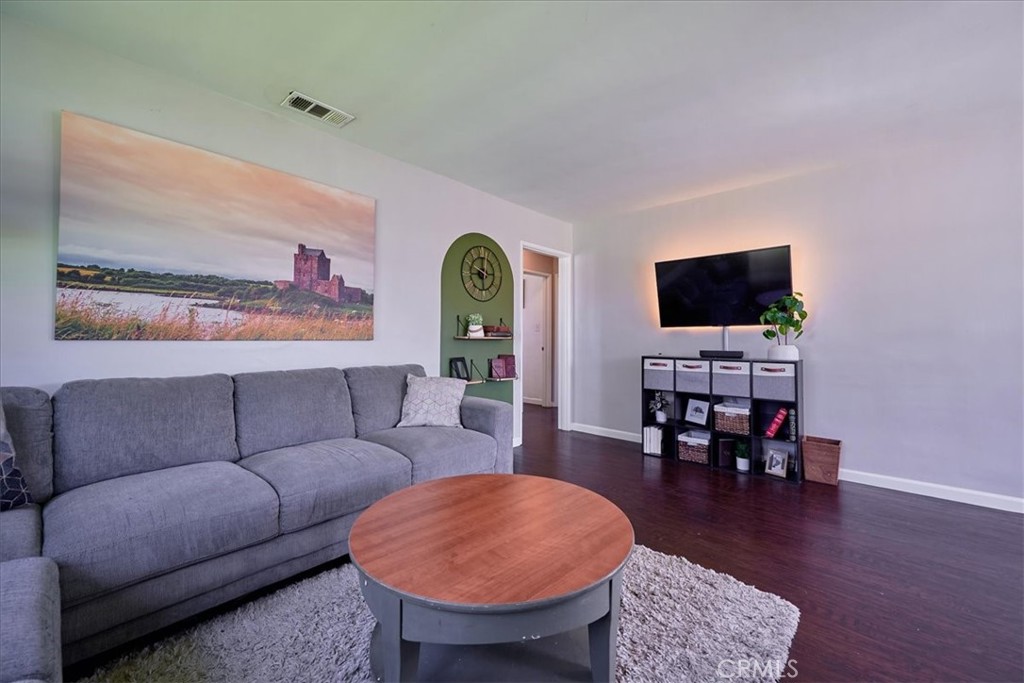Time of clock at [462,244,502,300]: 9:01
